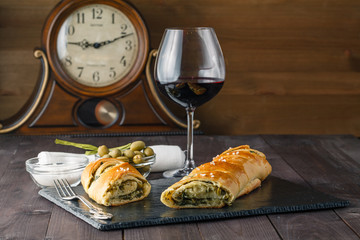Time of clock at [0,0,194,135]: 9:11
